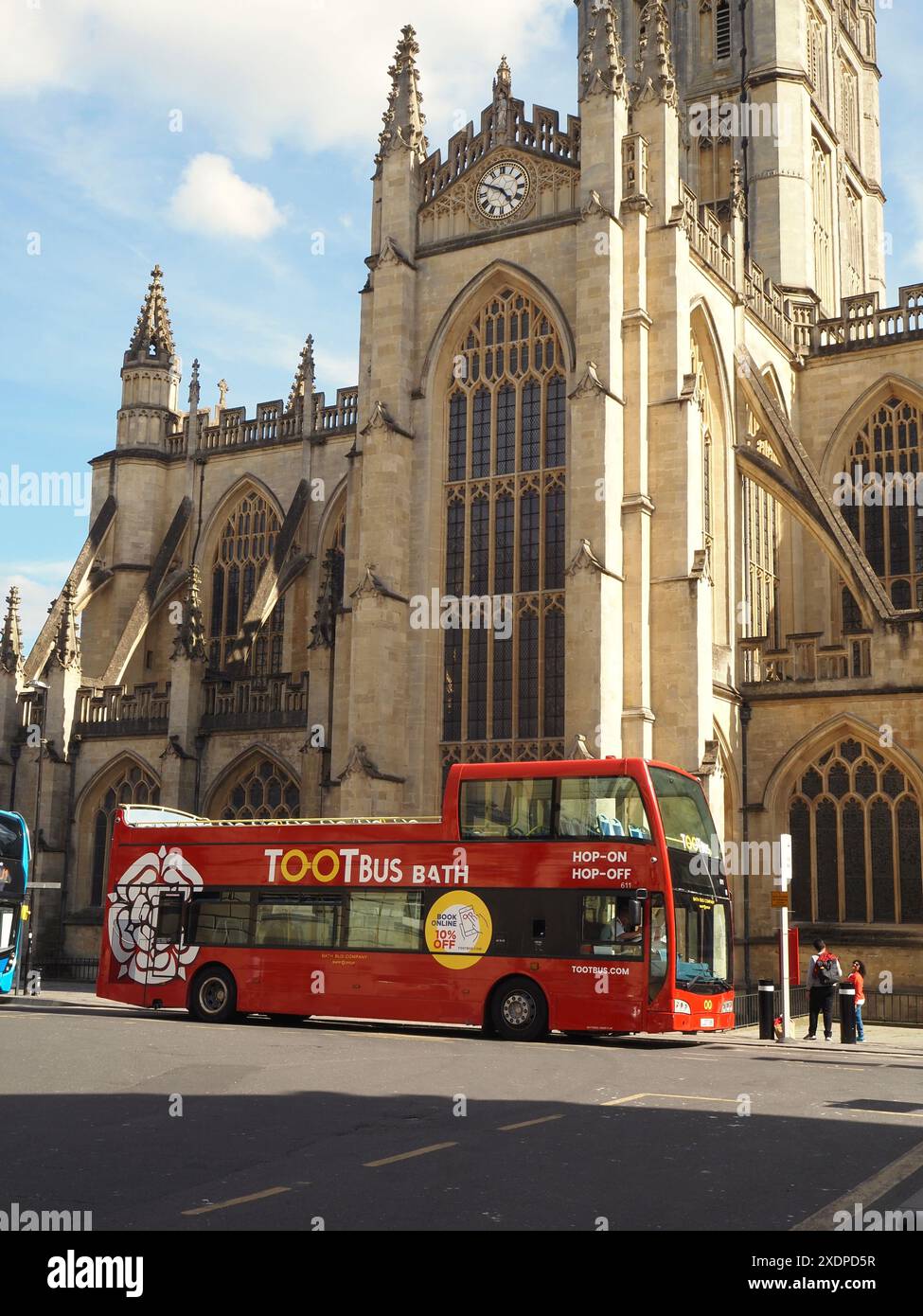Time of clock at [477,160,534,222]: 4:49
